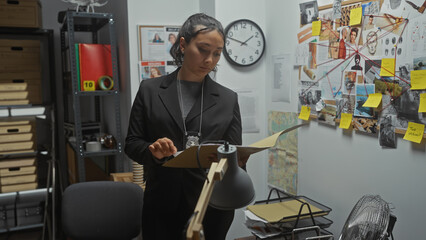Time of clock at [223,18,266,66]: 1:47
